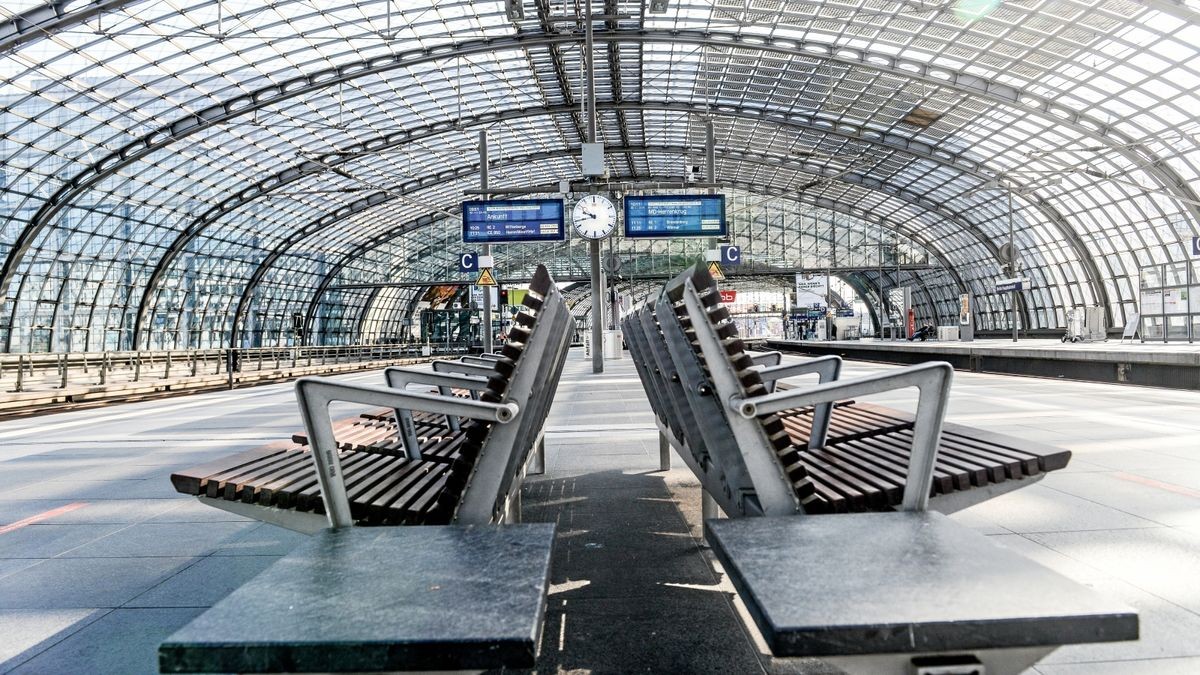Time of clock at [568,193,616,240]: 9:43
